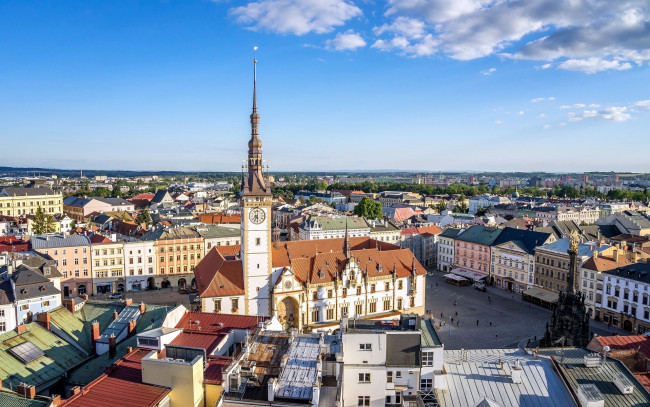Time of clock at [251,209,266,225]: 5:34
